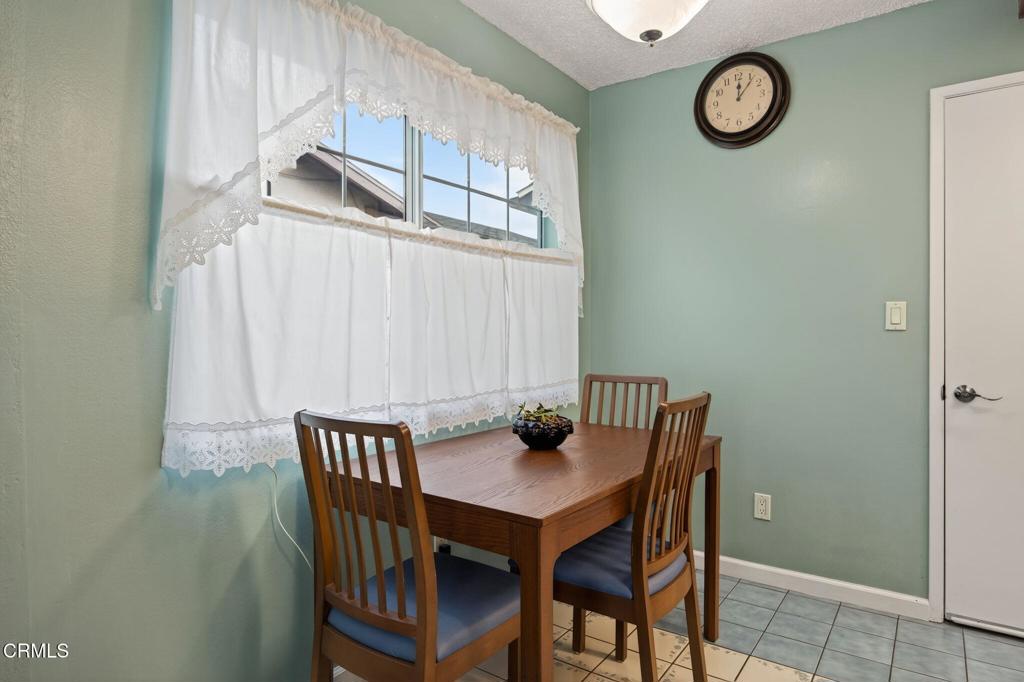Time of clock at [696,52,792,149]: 12:06
